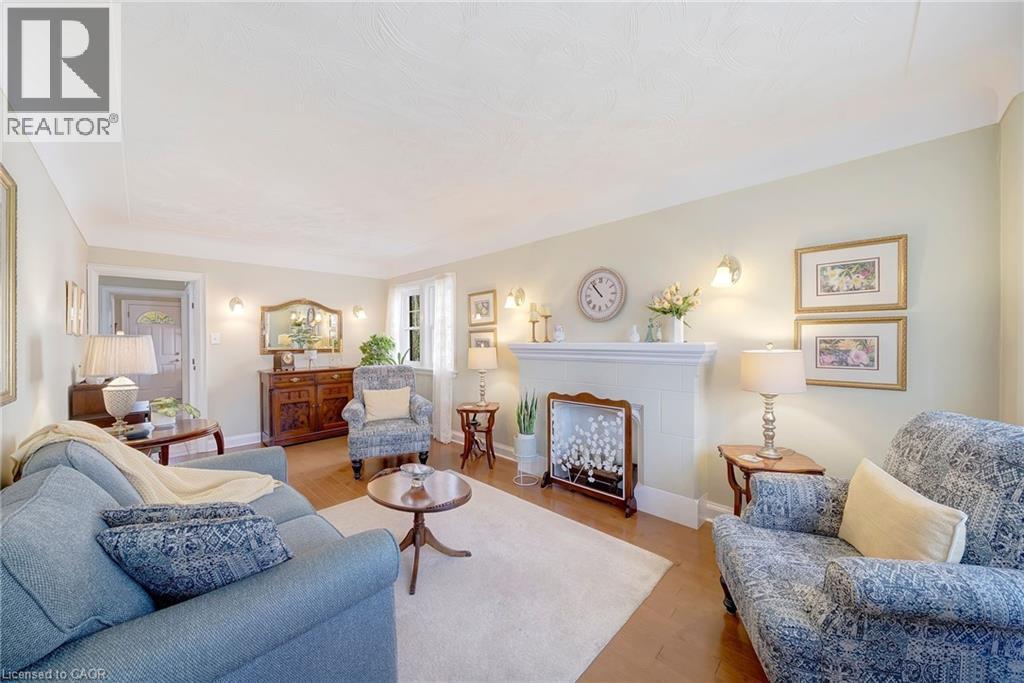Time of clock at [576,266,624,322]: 10:53
